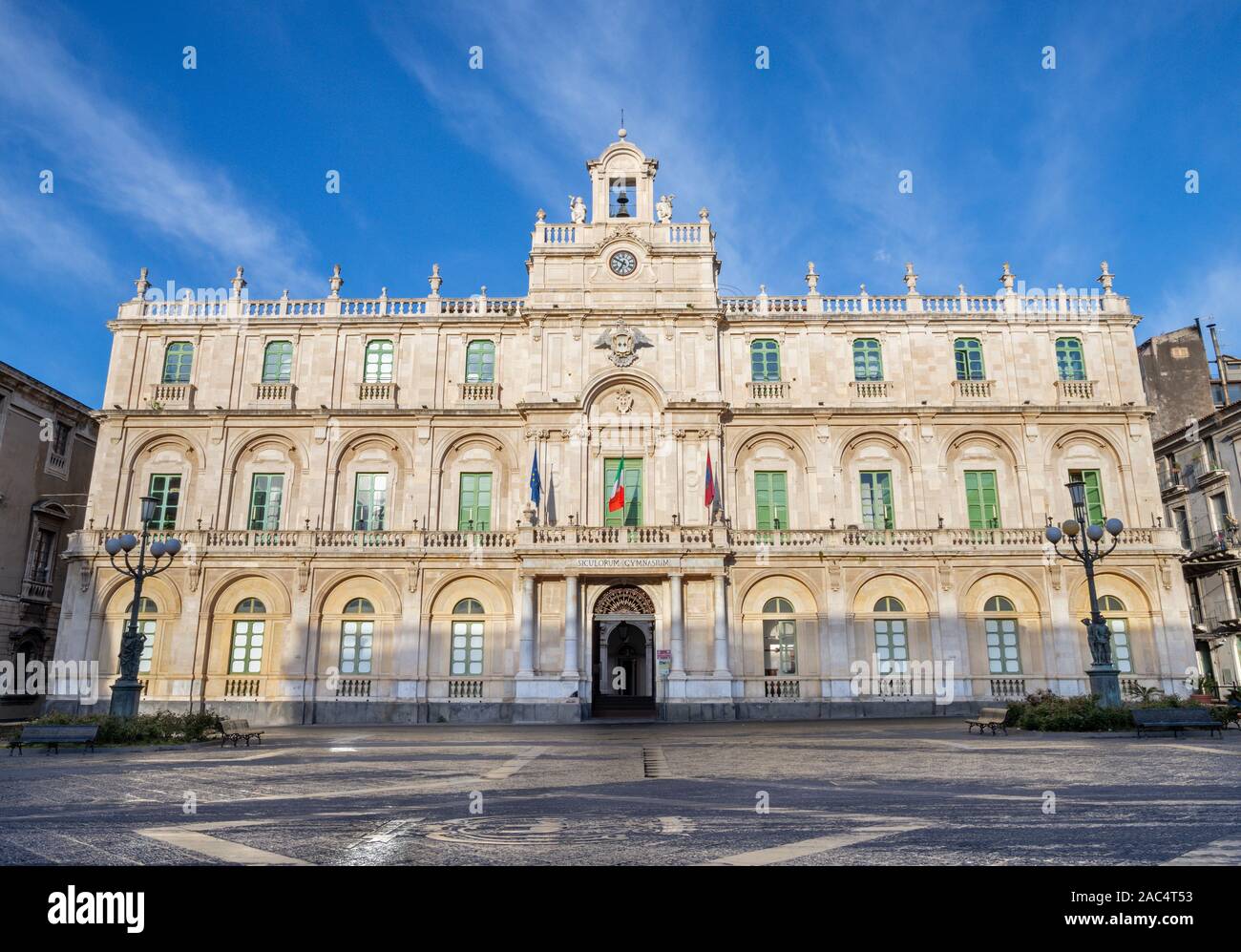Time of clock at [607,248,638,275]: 6:49
